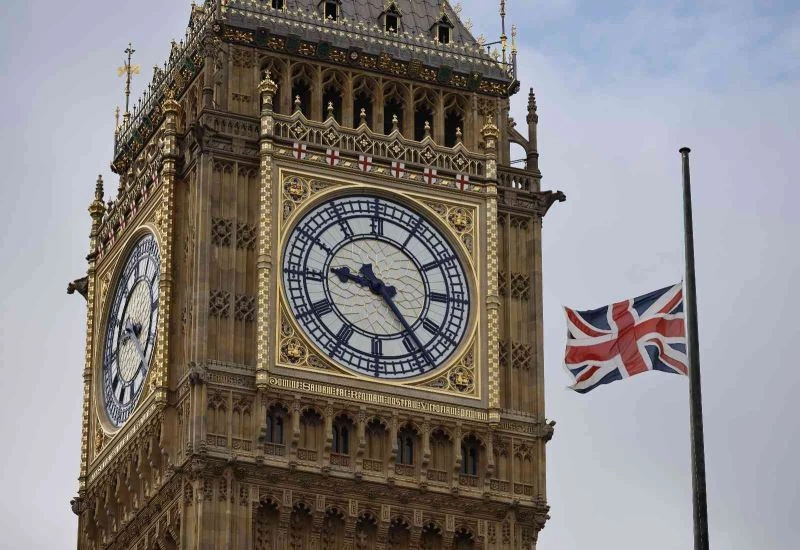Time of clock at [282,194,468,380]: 9:23
